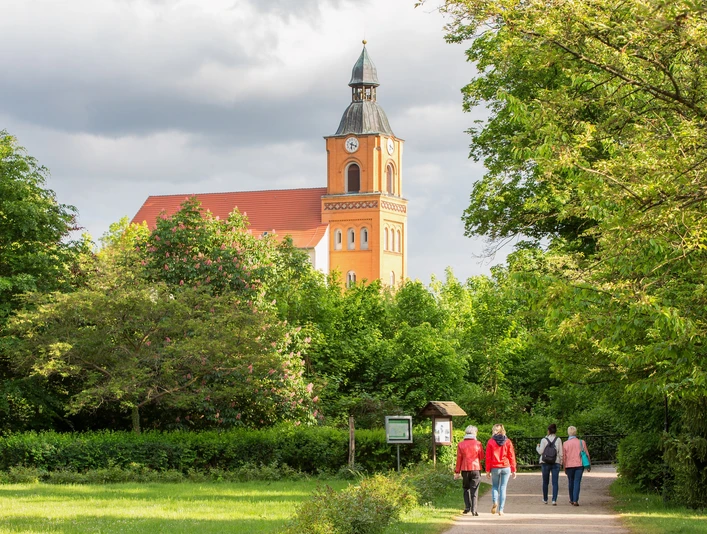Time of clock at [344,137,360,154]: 6:18
